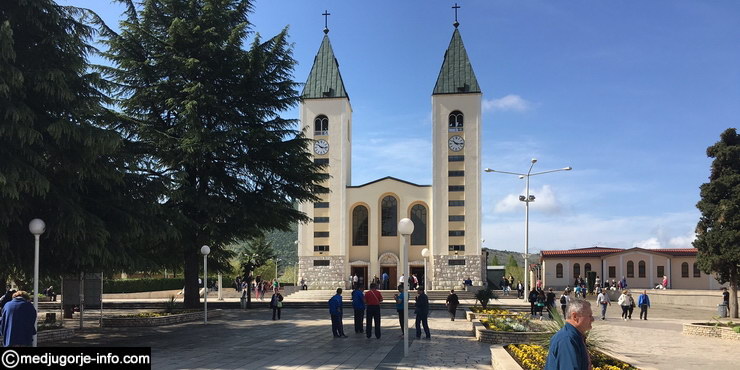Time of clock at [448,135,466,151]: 10:15
